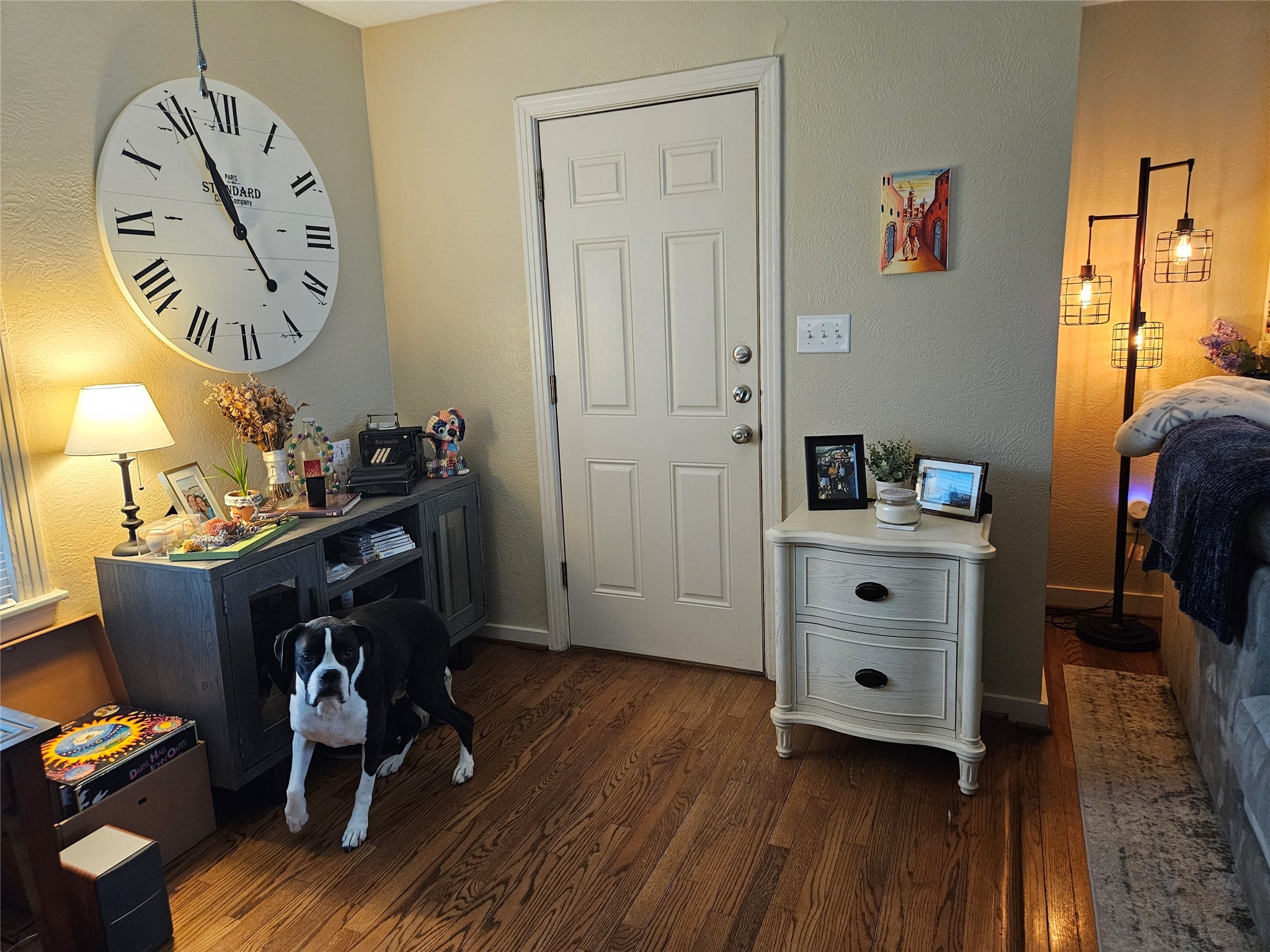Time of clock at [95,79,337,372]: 10:56
